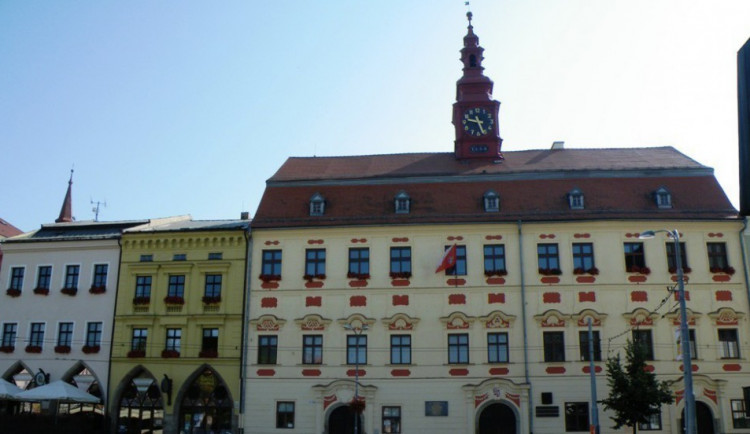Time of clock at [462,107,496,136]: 9:26
